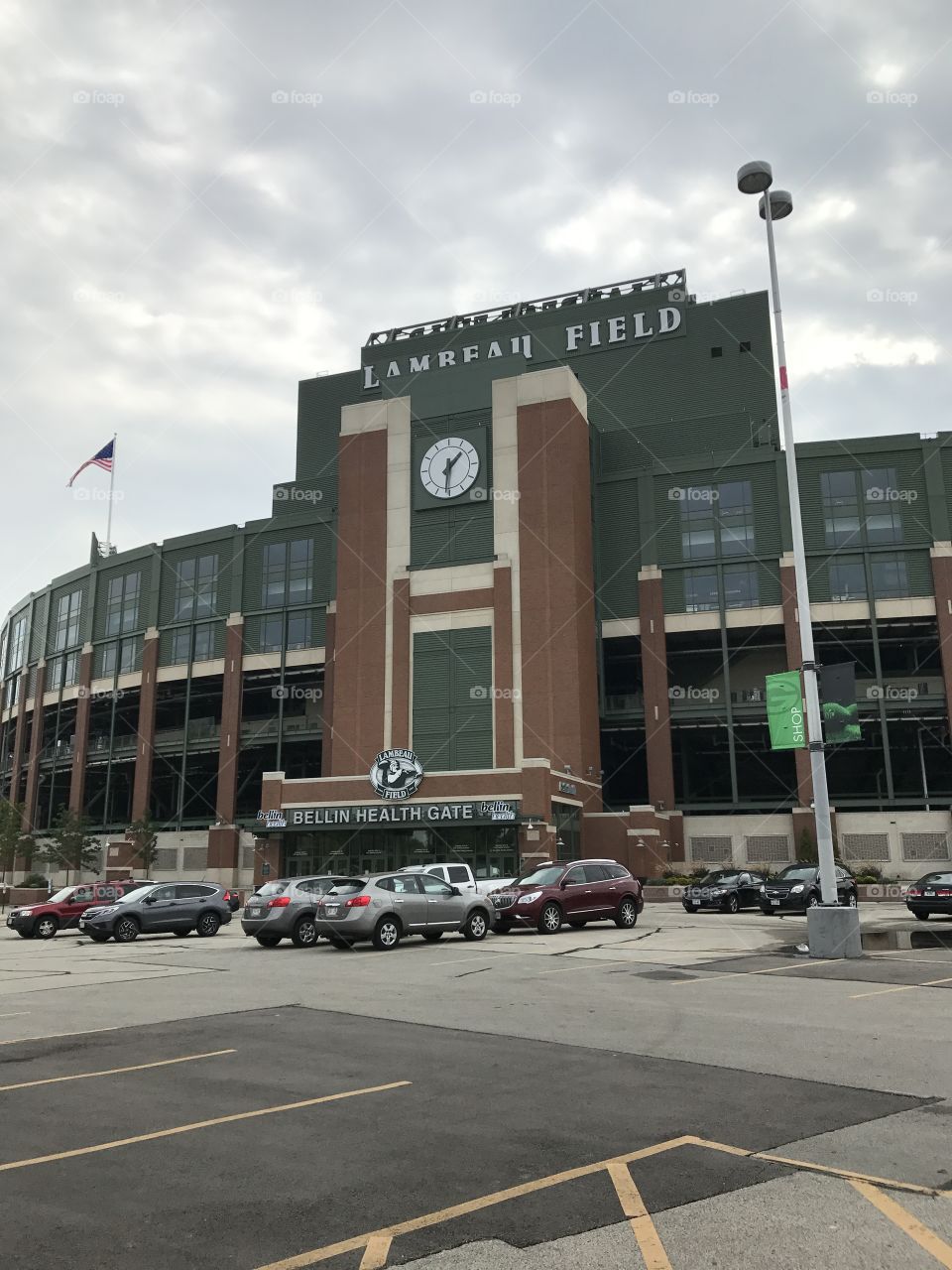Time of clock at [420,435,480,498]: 1:31
